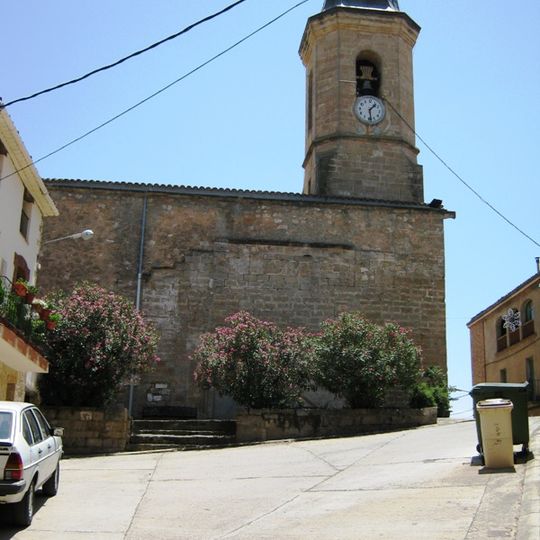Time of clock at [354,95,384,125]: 1:28
